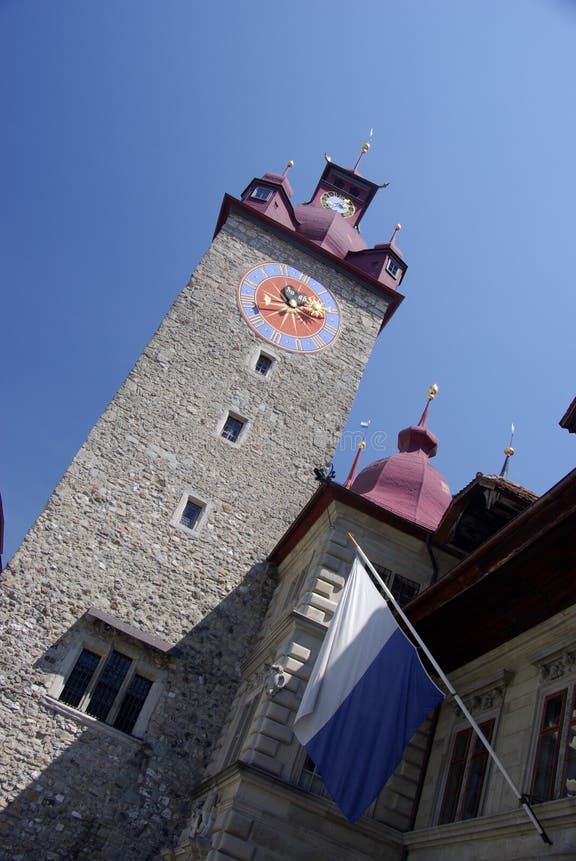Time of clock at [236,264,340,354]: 11:17
